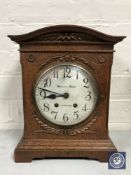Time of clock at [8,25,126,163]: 8:47
